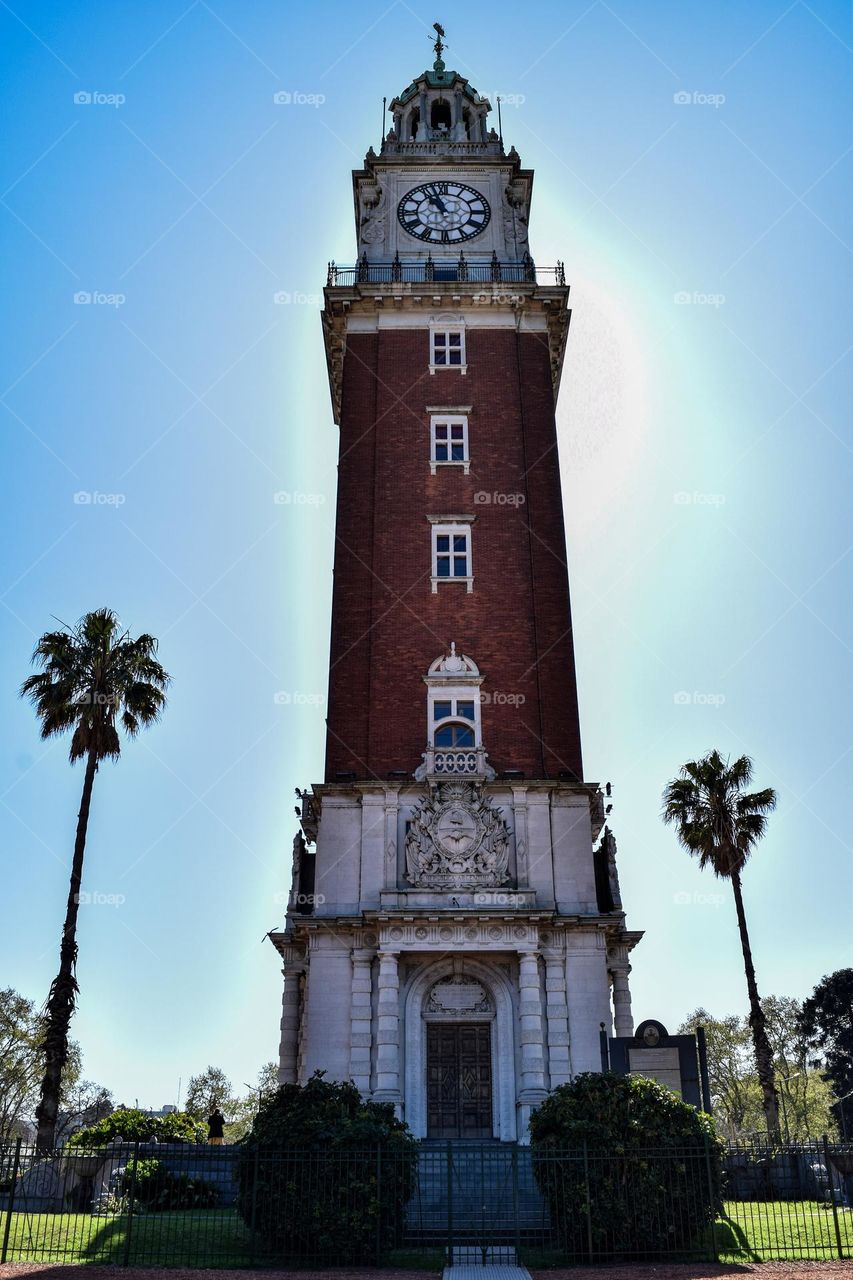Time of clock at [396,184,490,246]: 10:56
